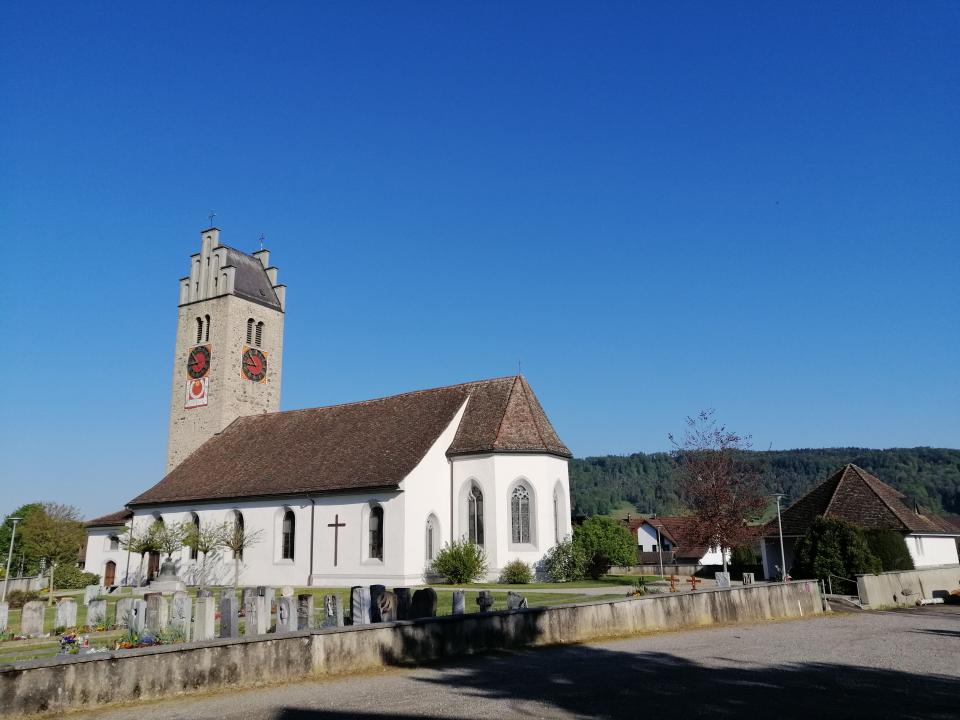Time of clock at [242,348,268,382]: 8:52
